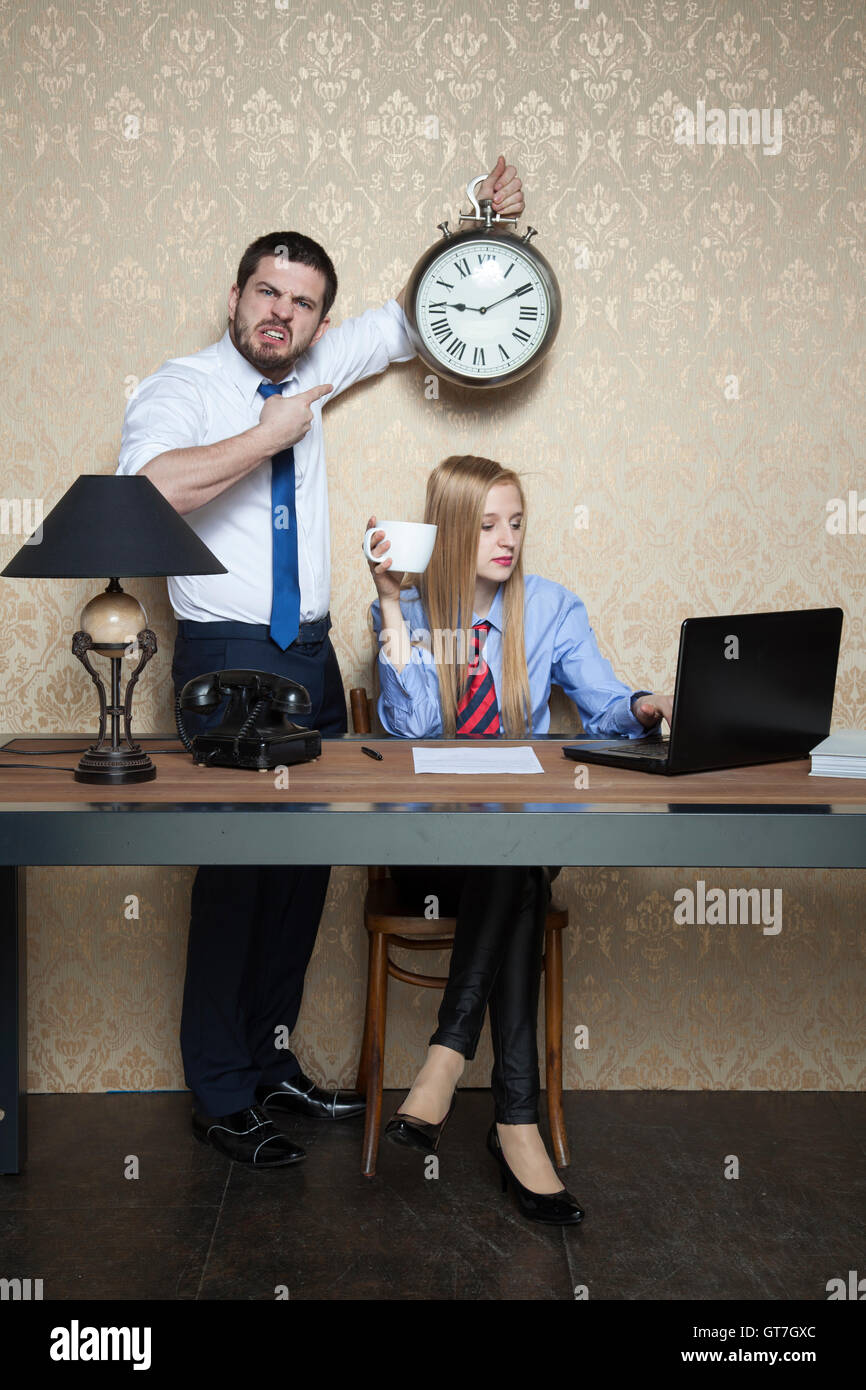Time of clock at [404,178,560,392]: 9:10
